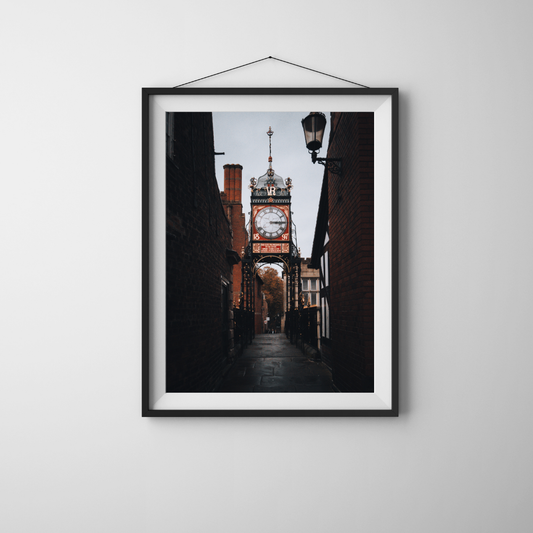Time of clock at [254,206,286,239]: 3:14
